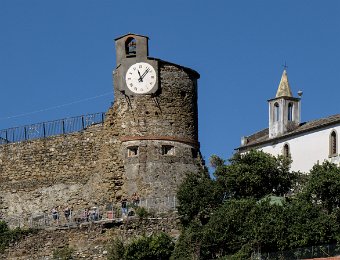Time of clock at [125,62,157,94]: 11:07
